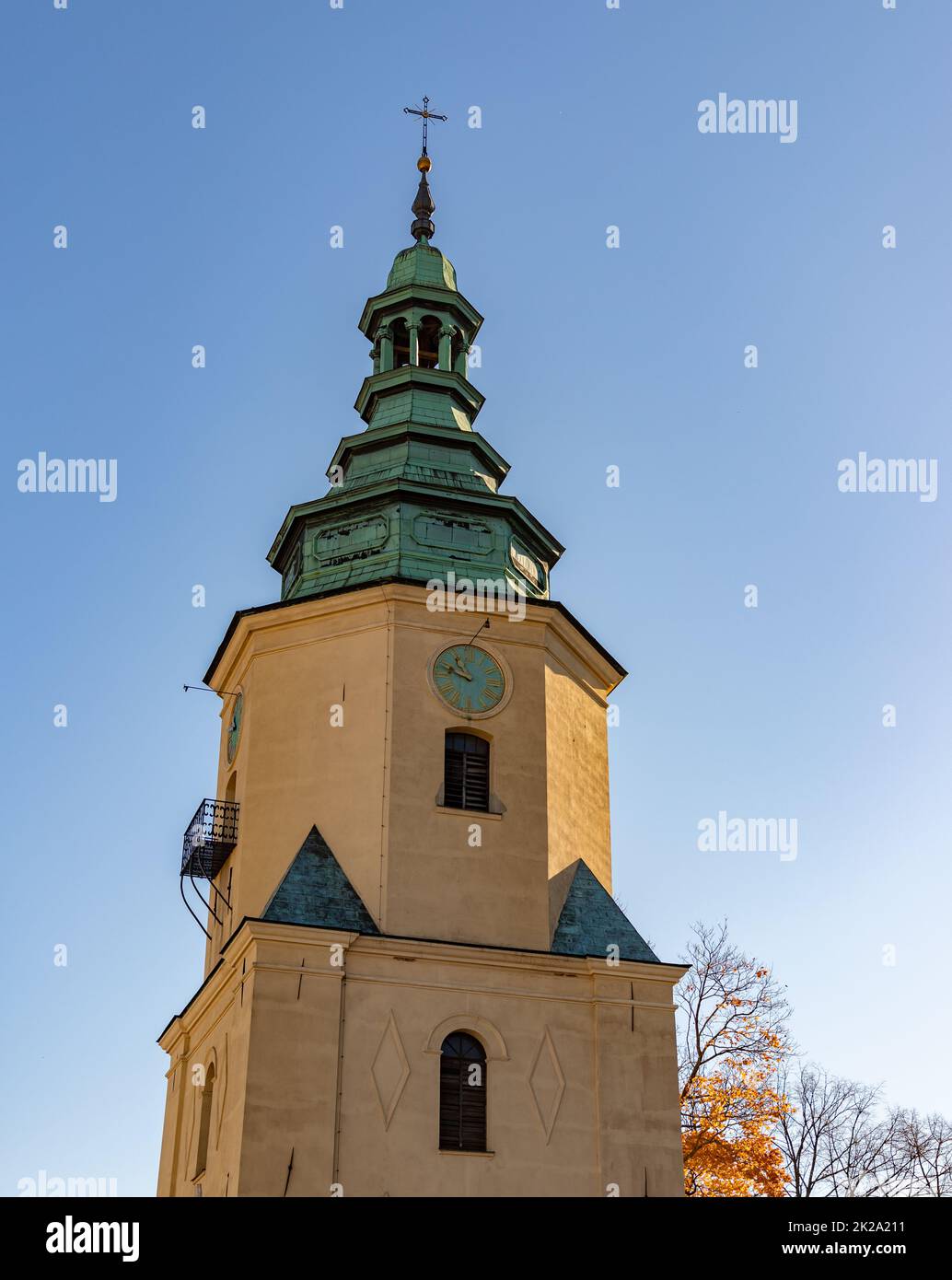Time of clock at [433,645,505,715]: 10:48
